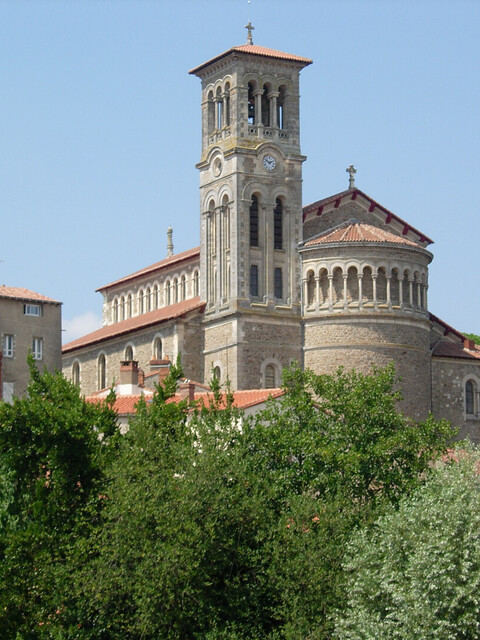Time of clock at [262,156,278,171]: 1:50
